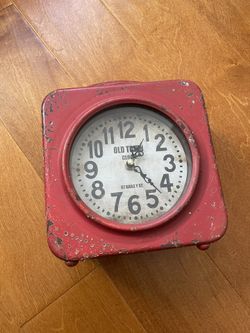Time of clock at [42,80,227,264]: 1:22
